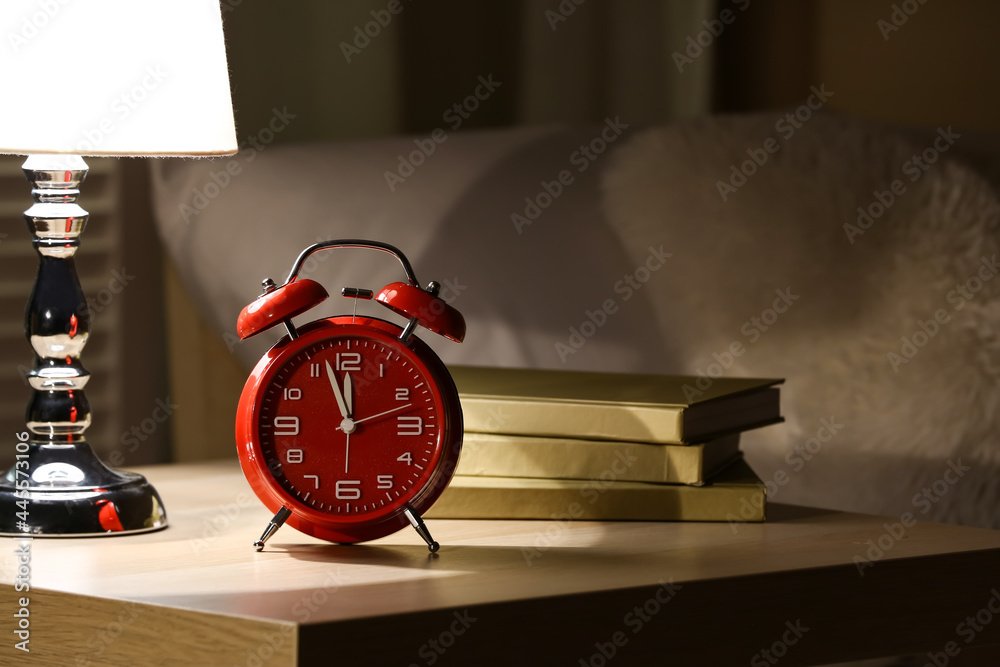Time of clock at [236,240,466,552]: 11:57
